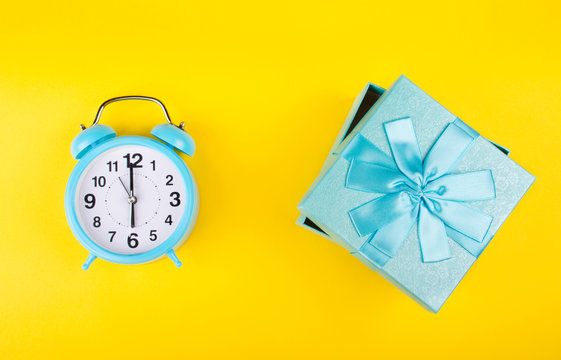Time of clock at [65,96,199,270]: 5:59
